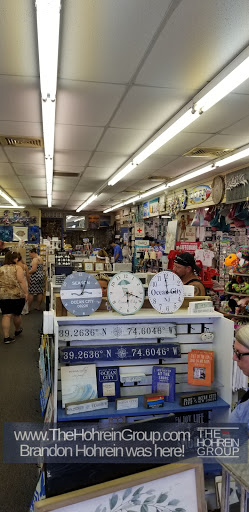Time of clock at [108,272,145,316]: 6:18
